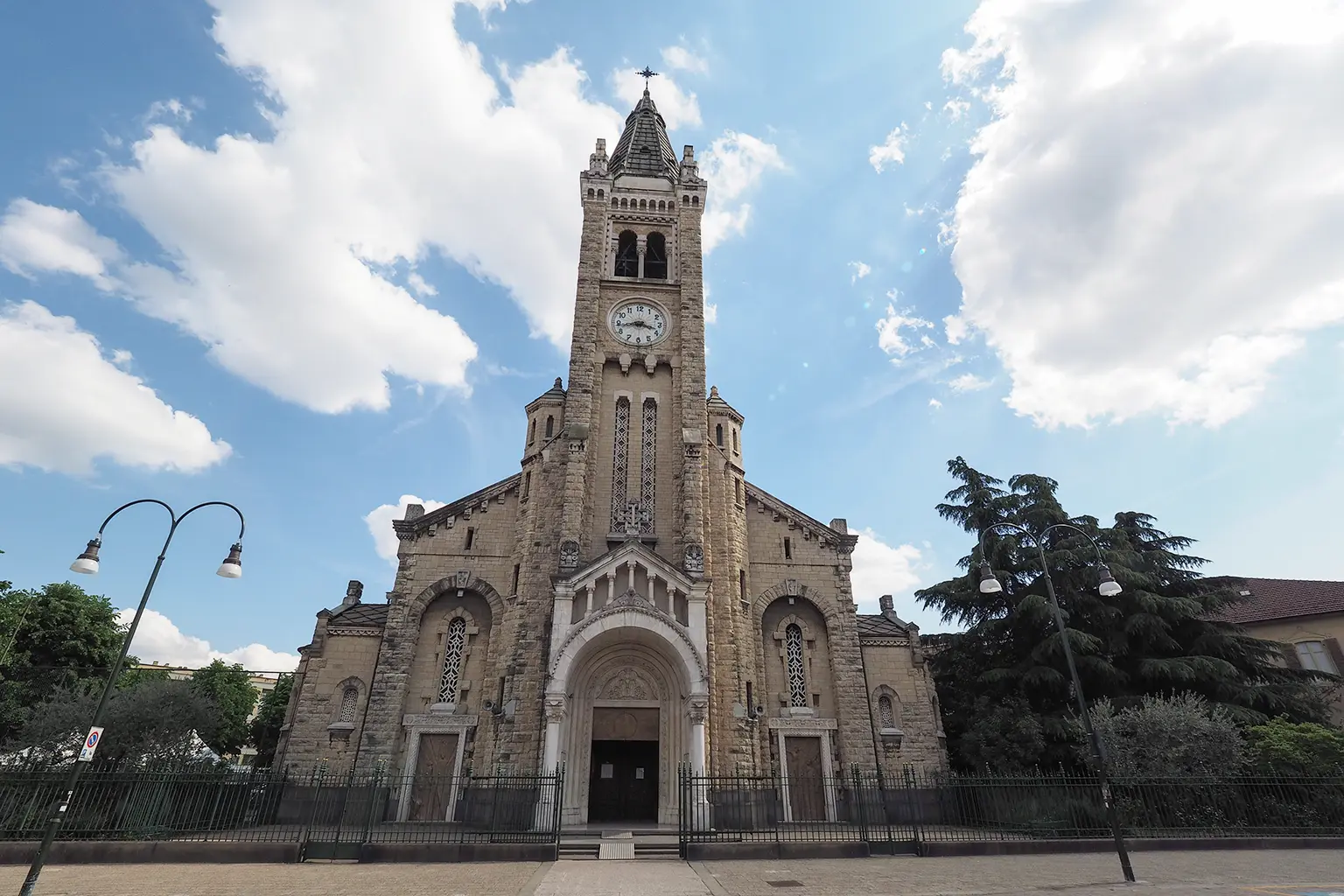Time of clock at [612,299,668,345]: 3:43
